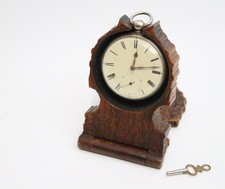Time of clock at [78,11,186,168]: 12:13
